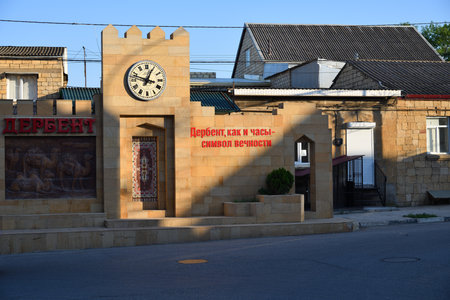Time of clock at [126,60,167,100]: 12:47
